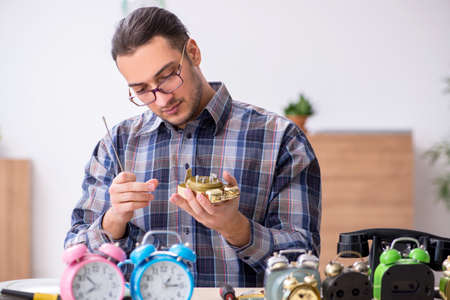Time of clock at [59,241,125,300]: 7:52
